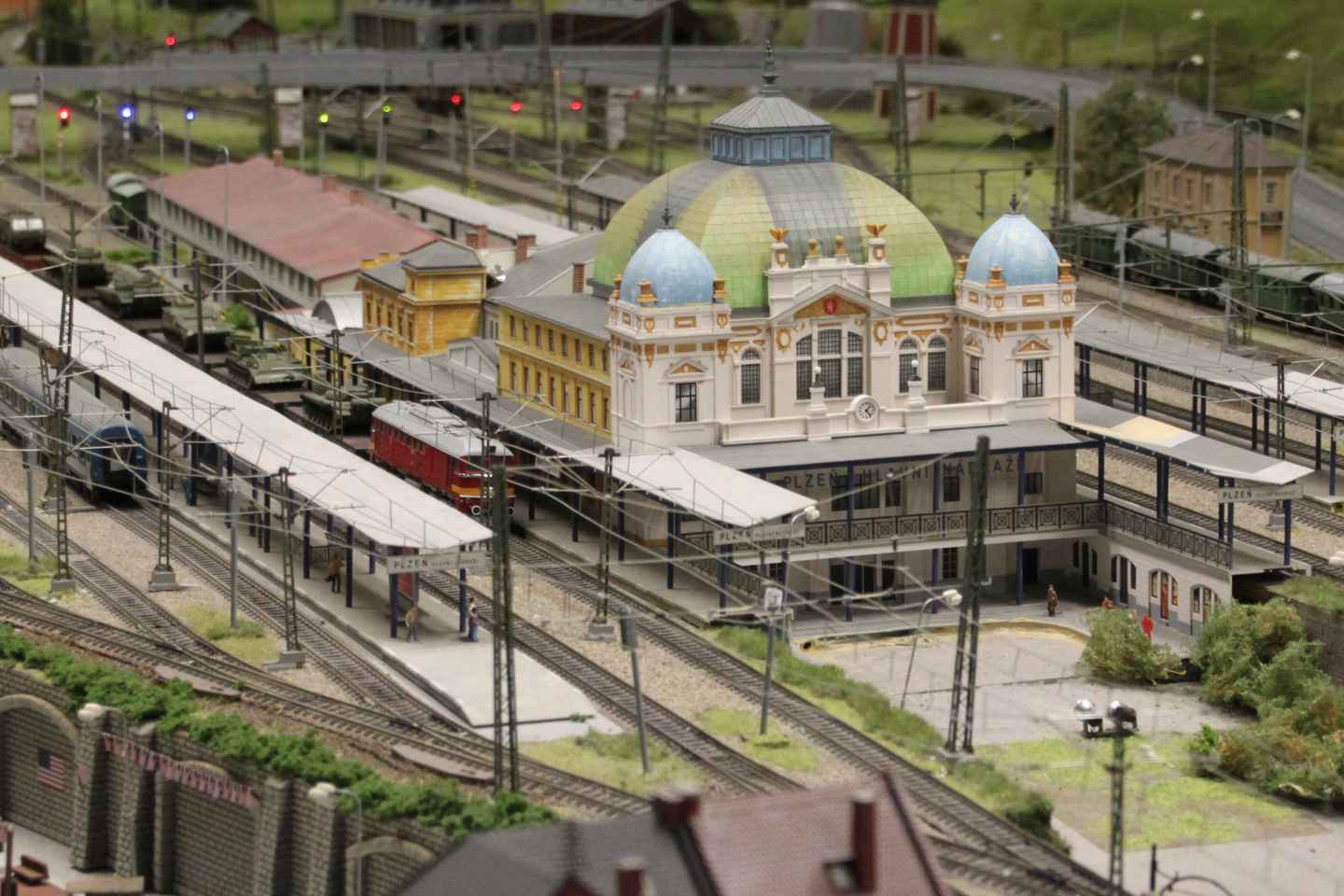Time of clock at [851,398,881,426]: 1:23
